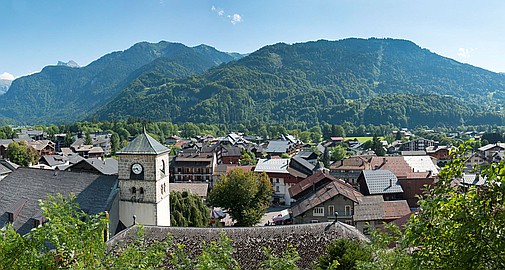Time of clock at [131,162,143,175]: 4:42
